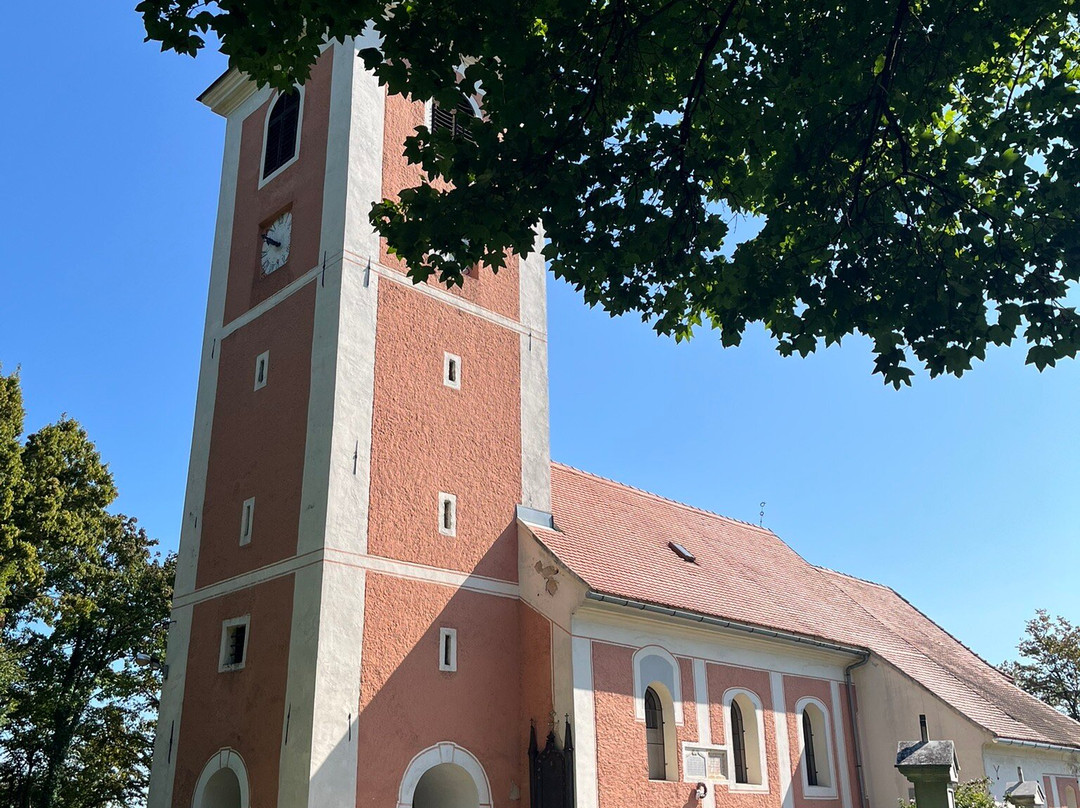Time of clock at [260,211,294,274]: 9:50
